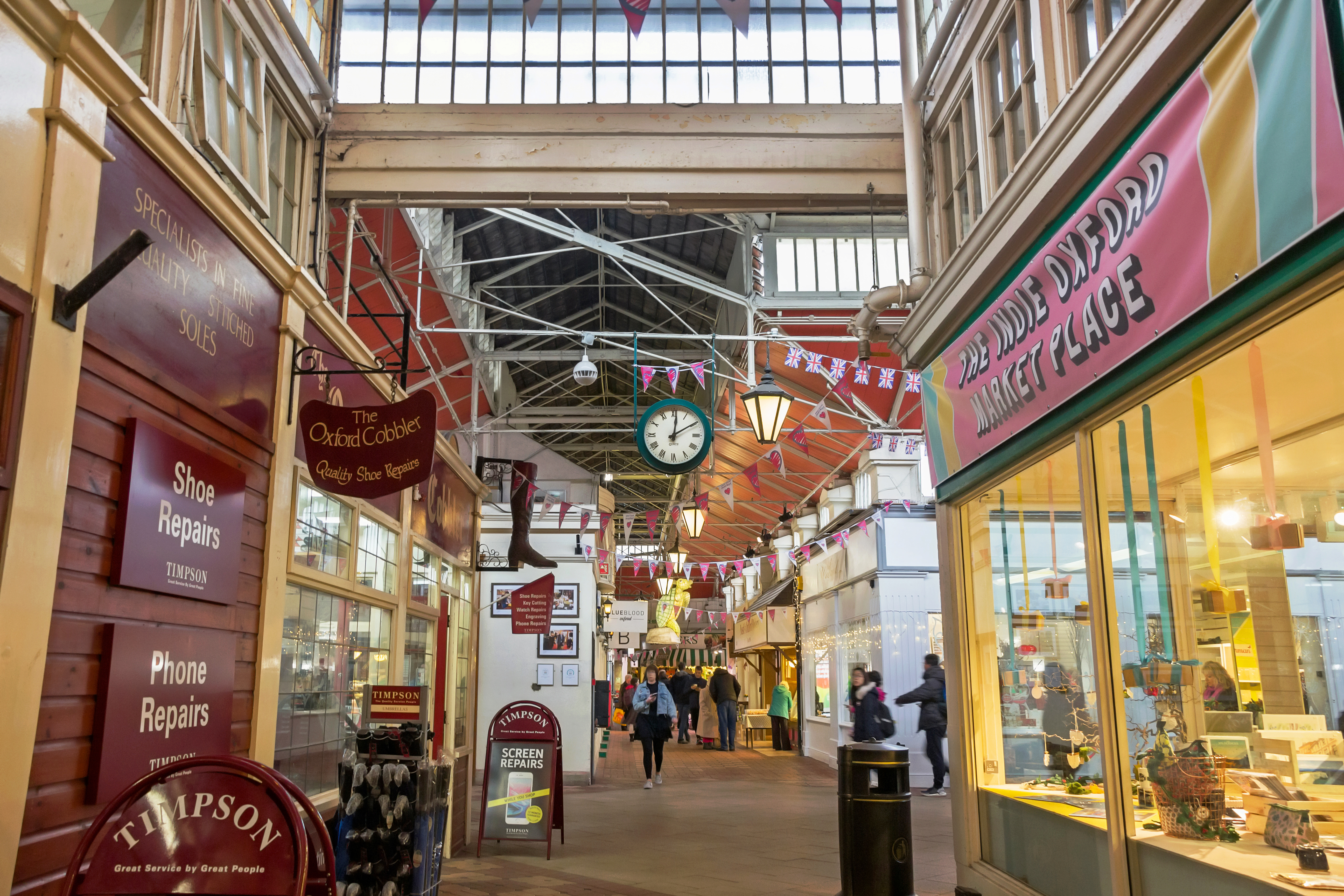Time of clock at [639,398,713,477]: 12:09
